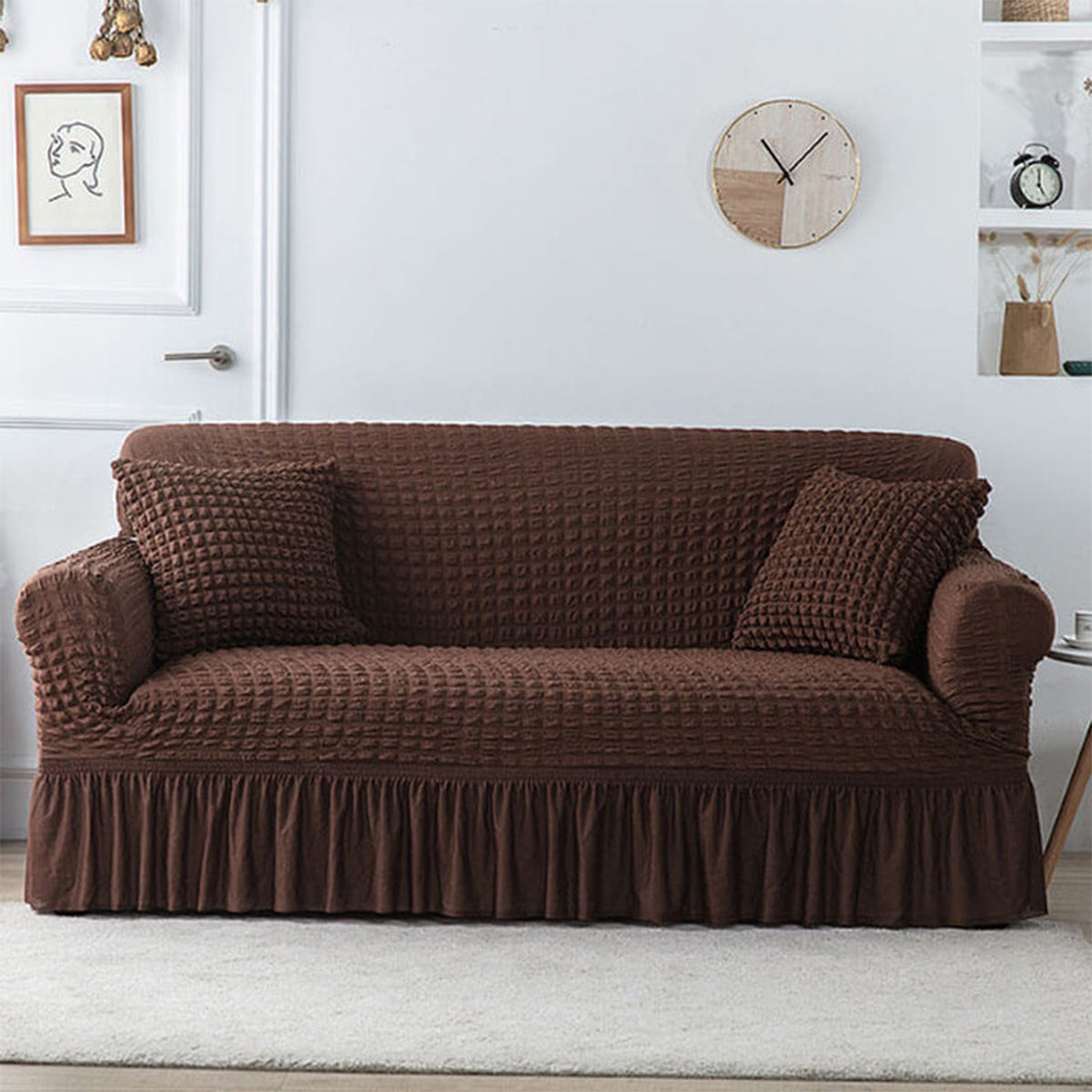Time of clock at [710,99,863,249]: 11:07
